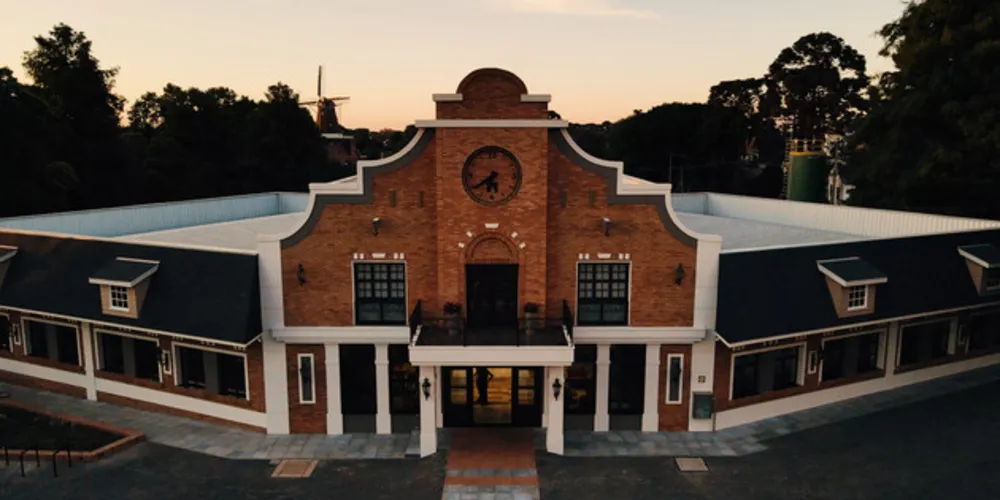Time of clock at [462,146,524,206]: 6:39
